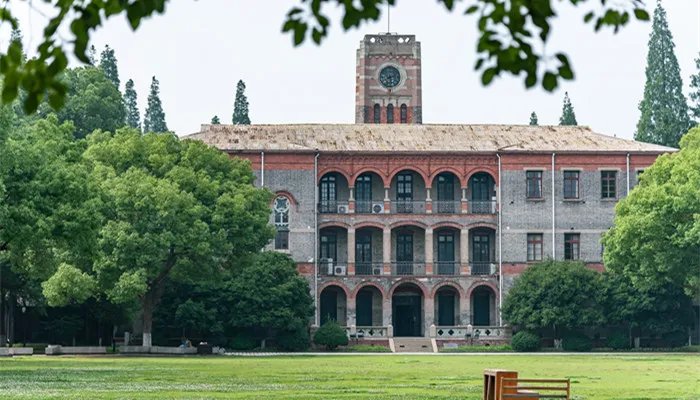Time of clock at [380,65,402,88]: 2:29
